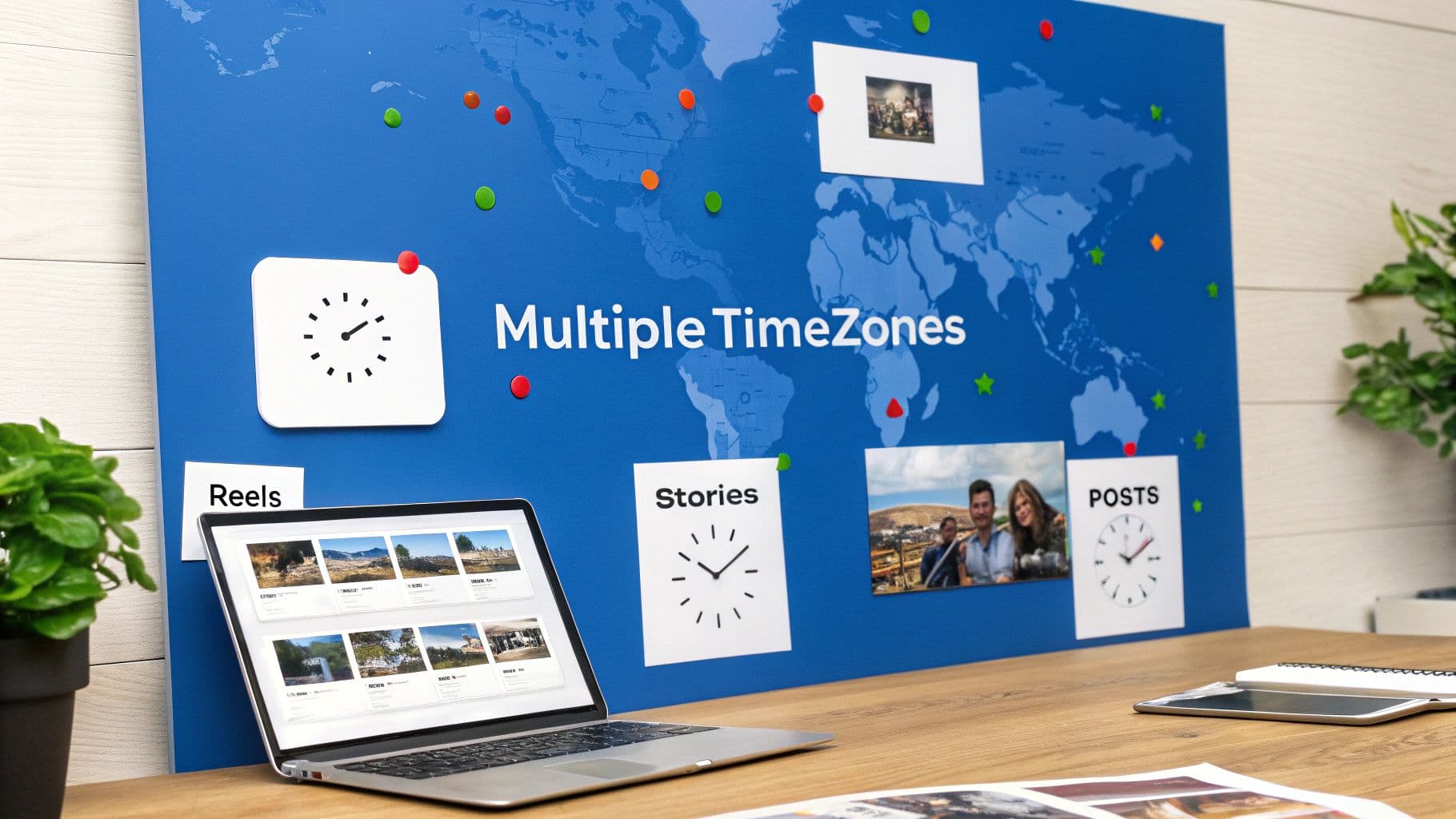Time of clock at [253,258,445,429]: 2:09
